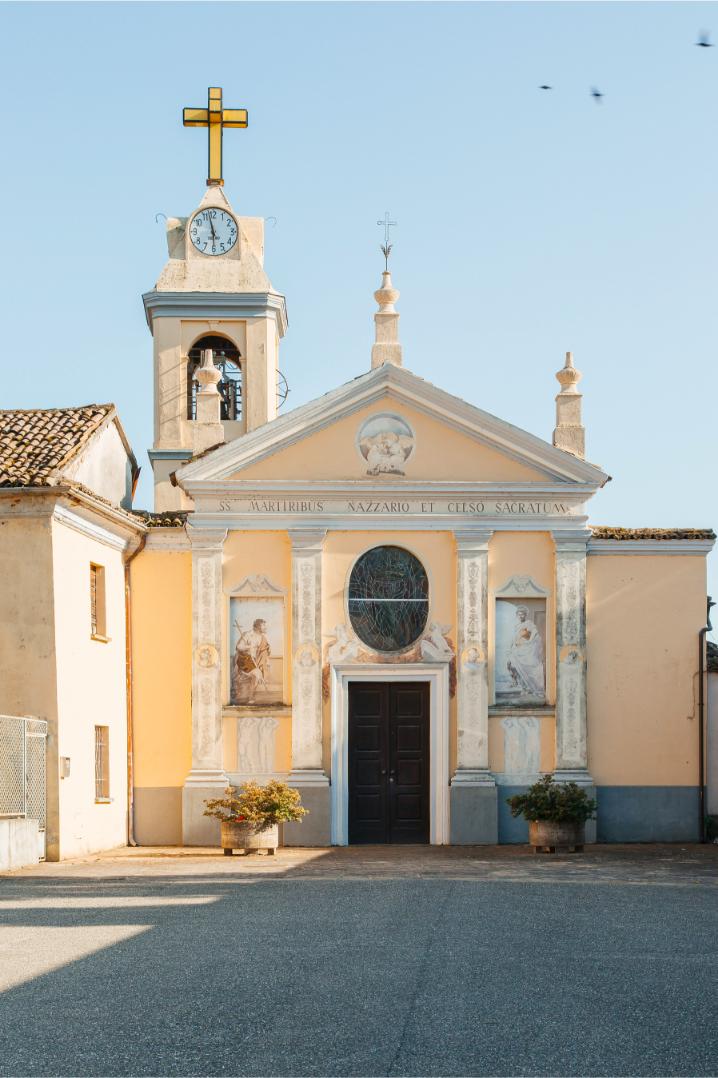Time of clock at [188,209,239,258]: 5:57
